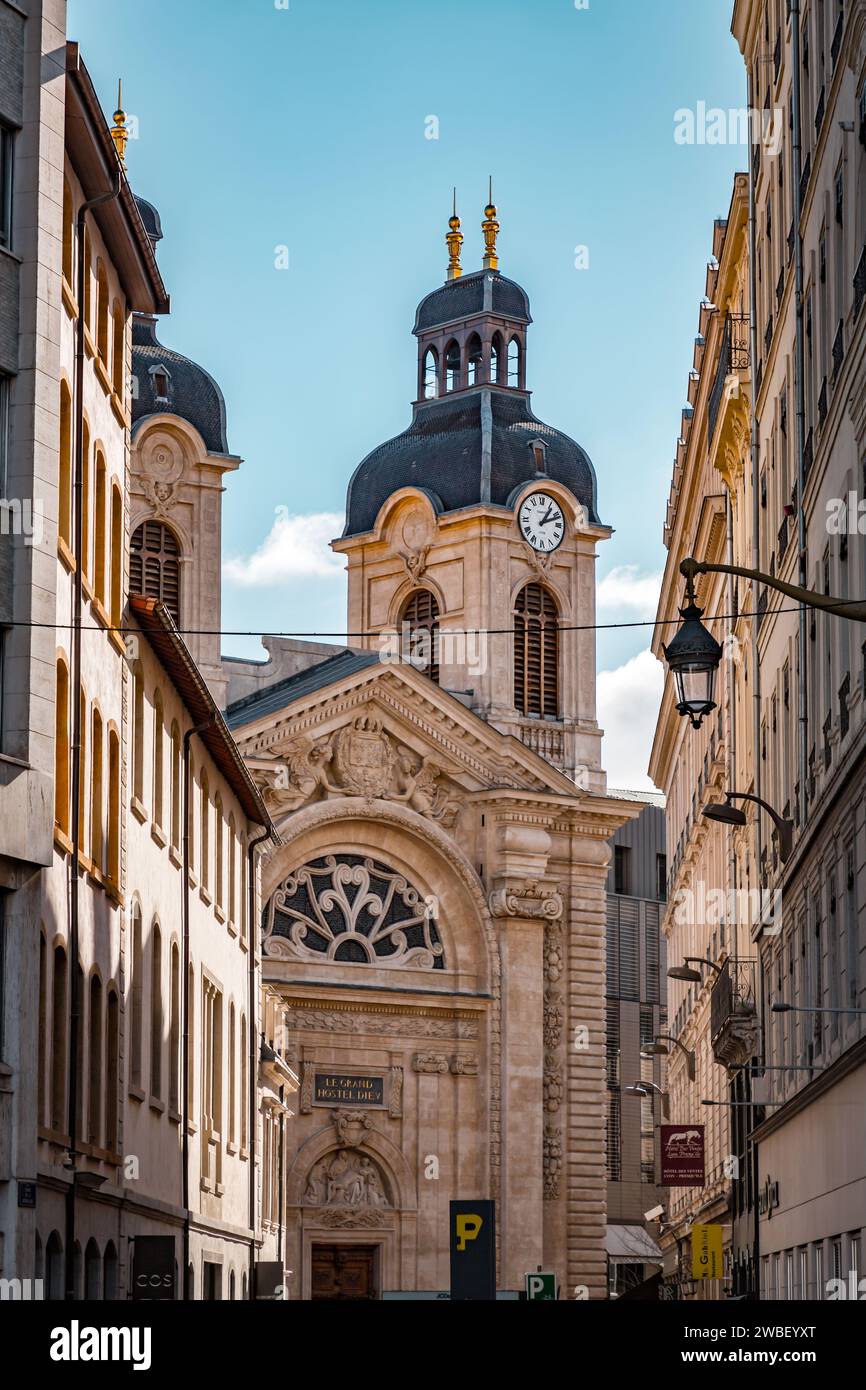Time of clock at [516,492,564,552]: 1:11
